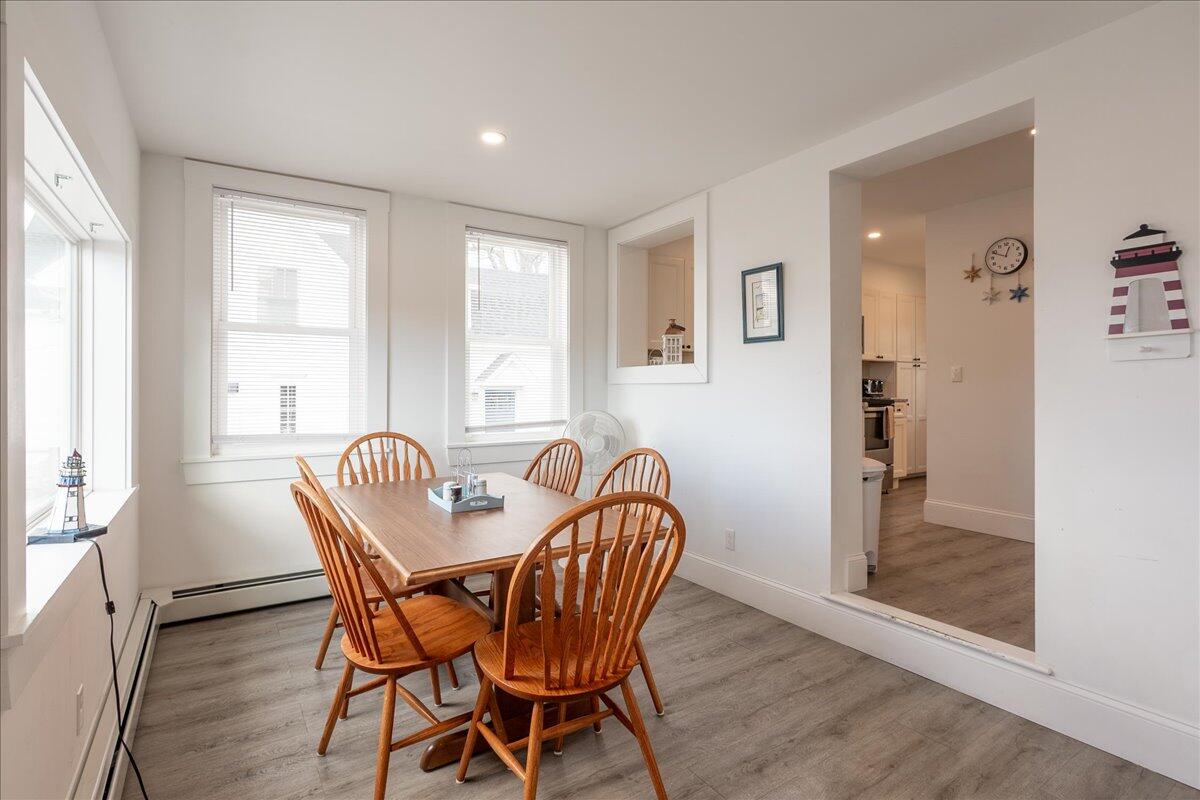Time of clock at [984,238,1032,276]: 12:48
